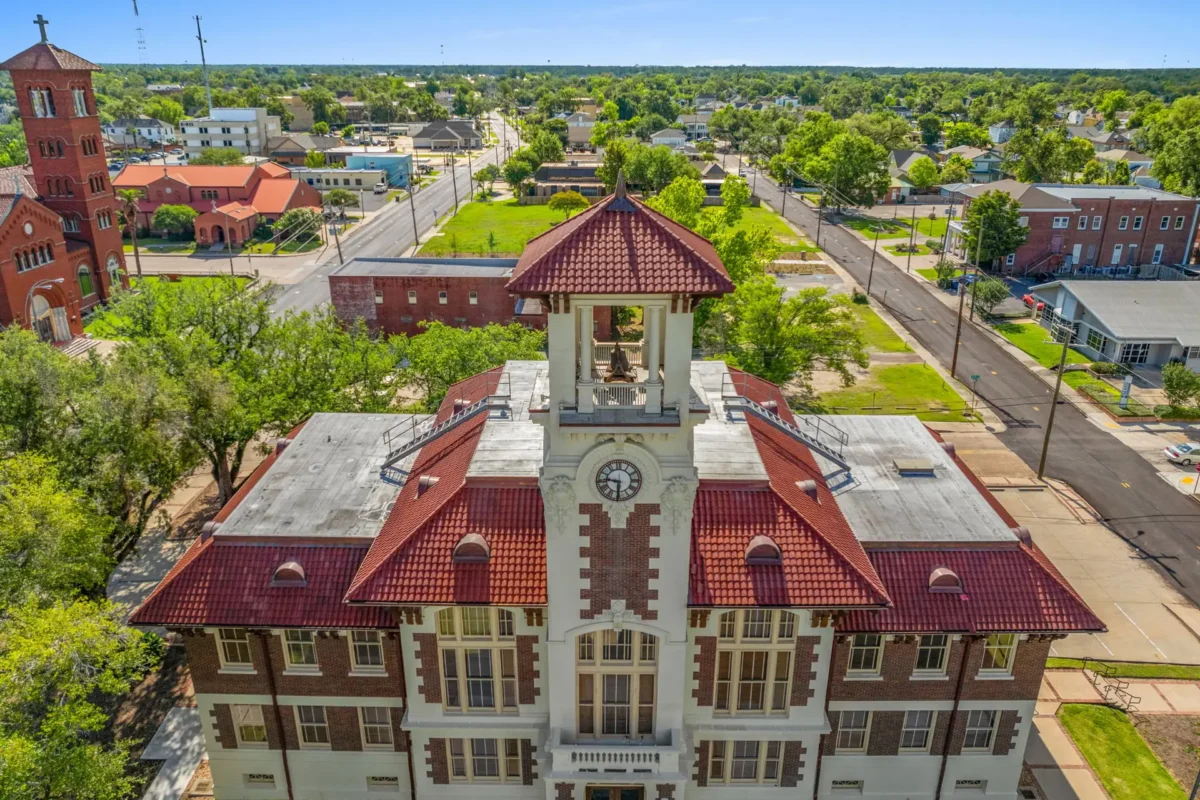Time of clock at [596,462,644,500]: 9:30
